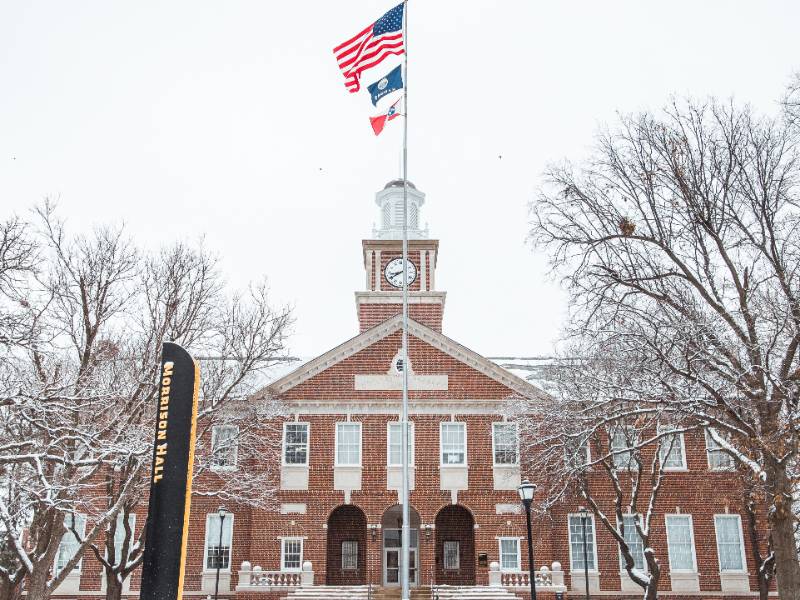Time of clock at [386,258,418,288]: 8:40
